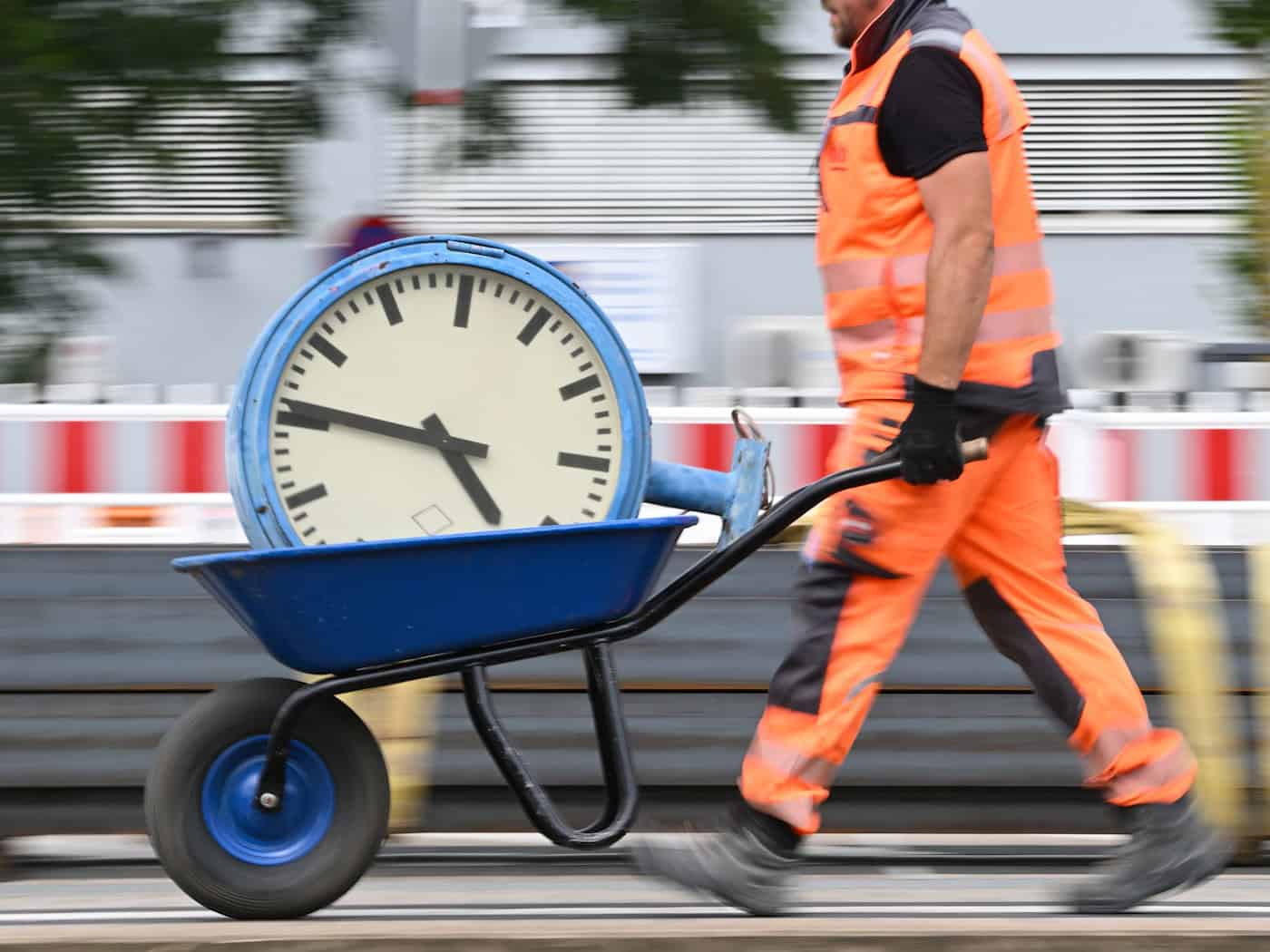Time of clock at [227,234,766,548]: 4:46
